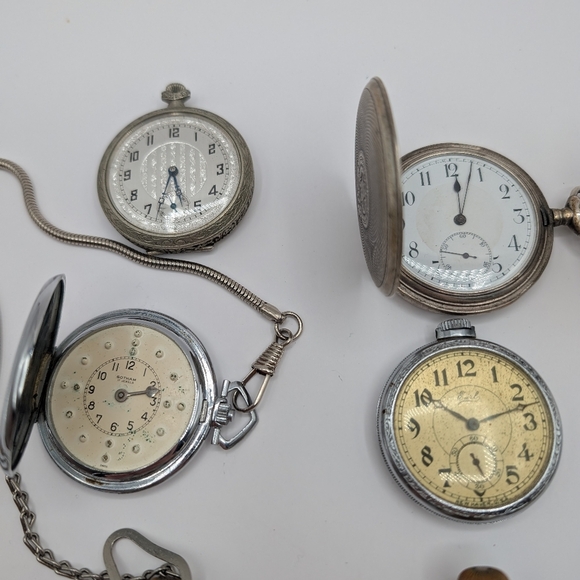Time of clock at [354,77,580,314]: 12:02
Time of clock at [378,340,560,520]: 10:12
